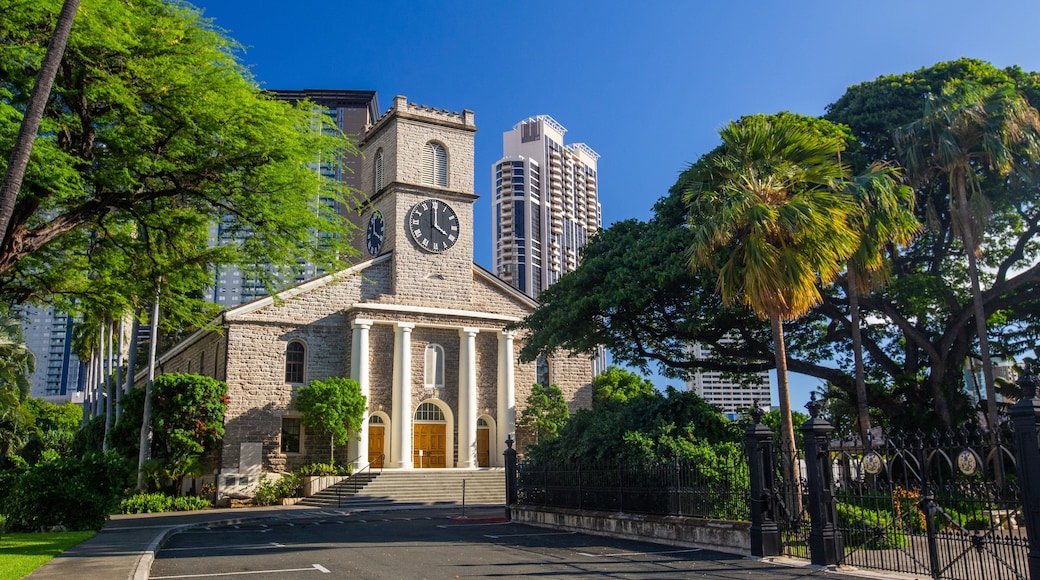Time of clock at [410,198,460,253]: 4:00
